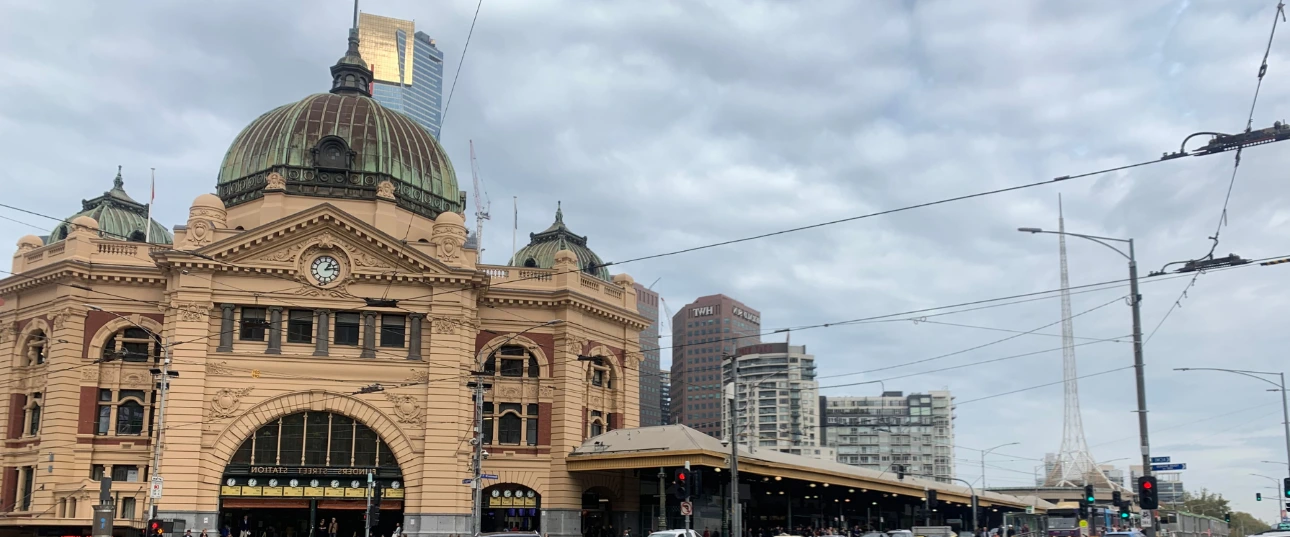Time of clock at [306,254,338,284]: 1:13
